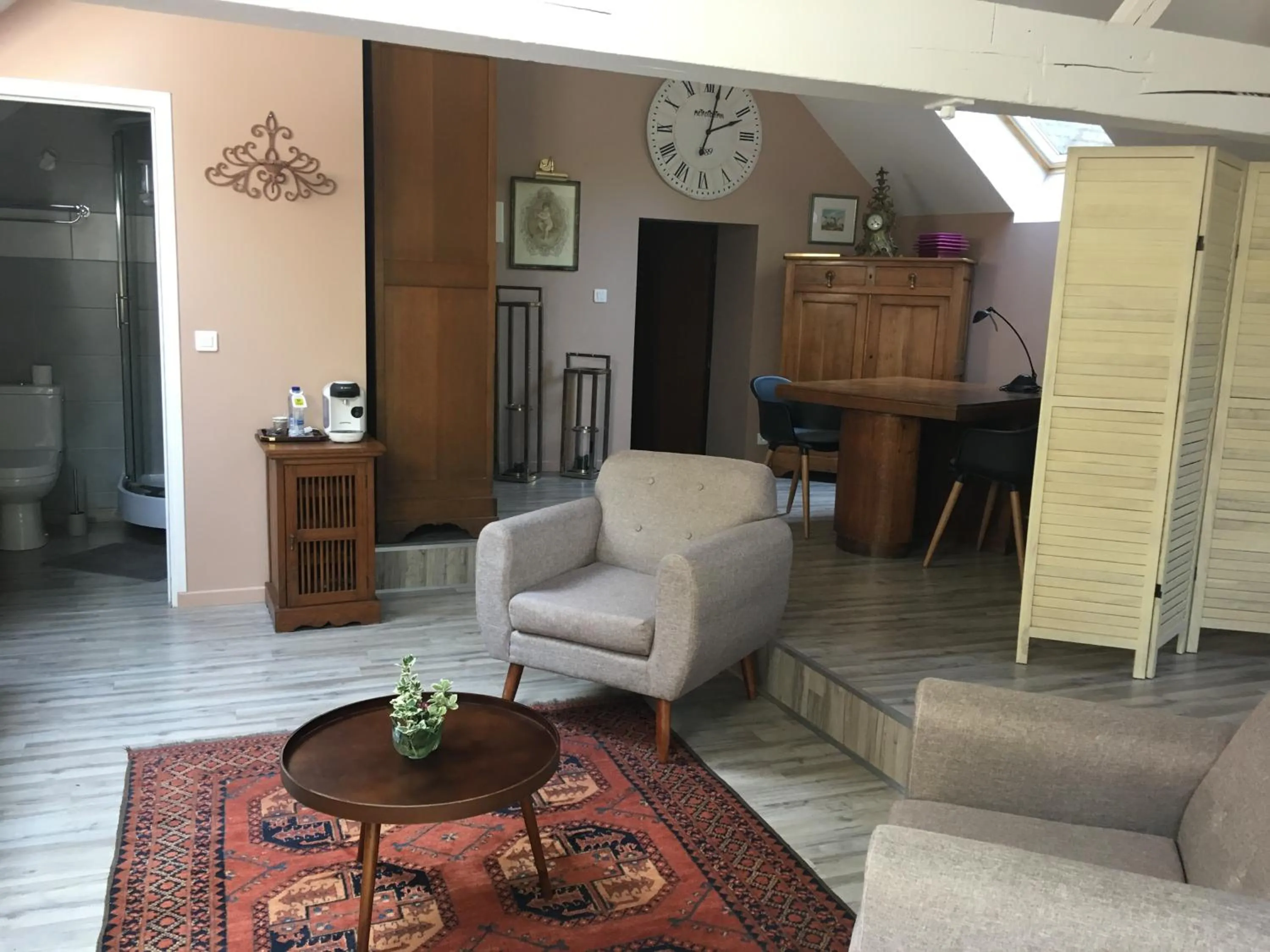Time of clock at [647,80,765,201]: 2:02
